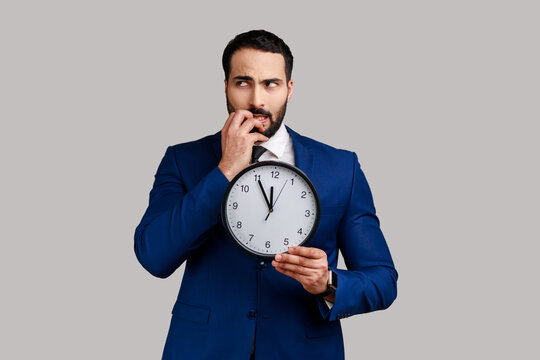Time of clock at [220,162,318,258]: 11:54
